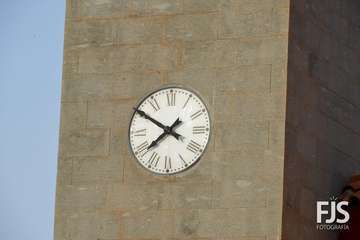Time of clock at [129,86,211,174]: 7:50
